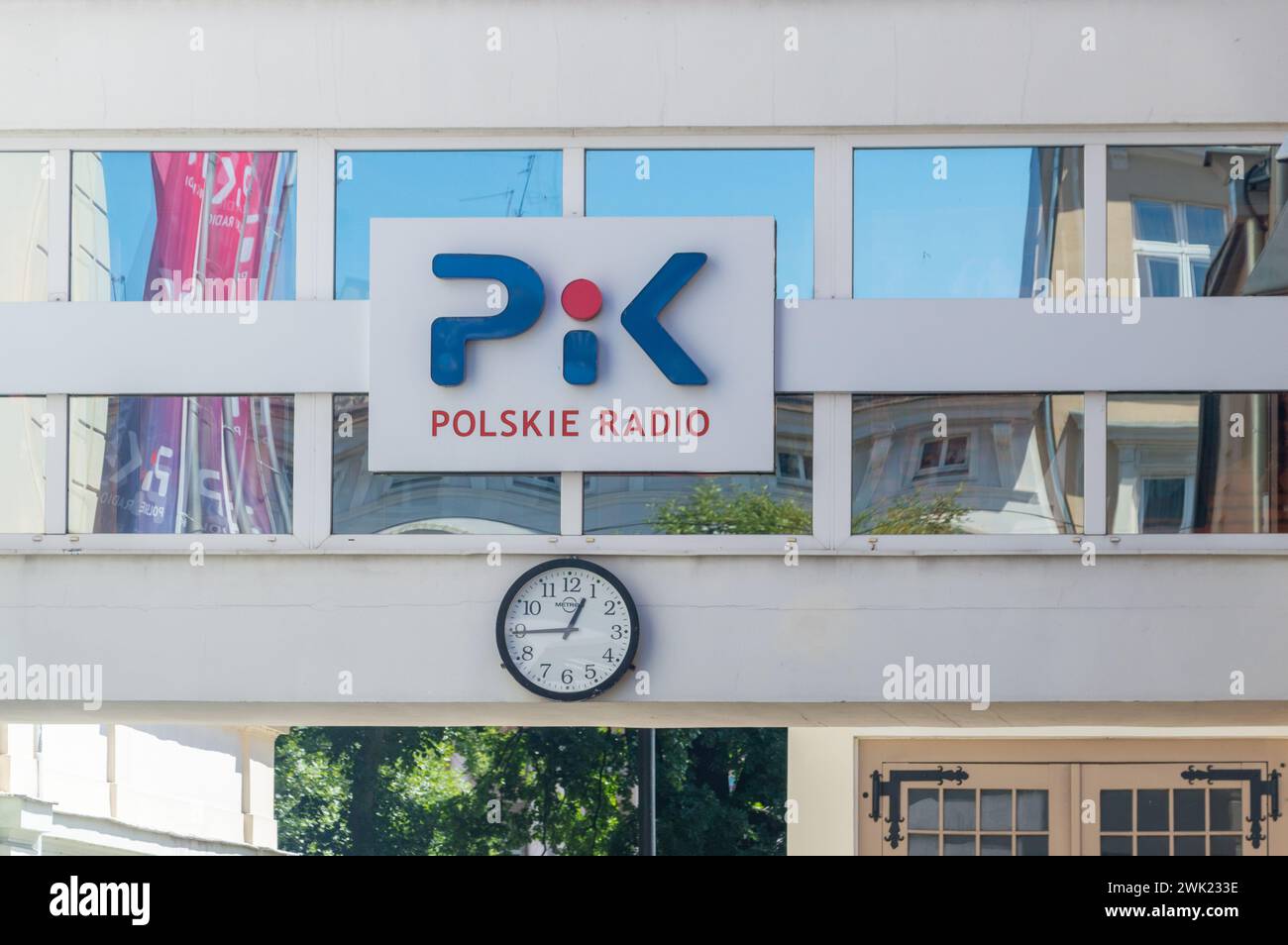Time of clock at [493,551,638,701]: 12:44
